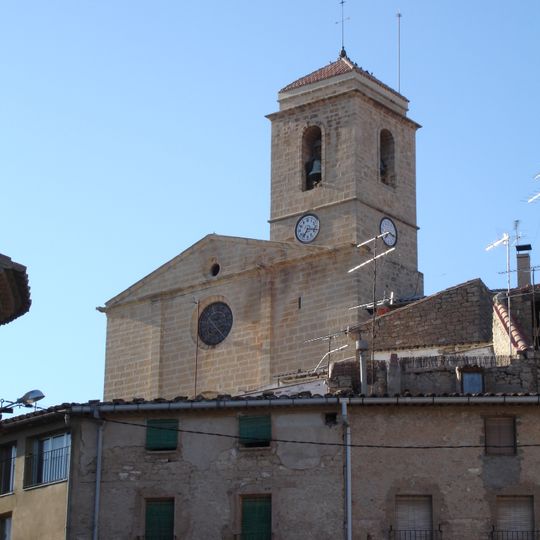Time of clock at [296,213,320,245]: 7:17
